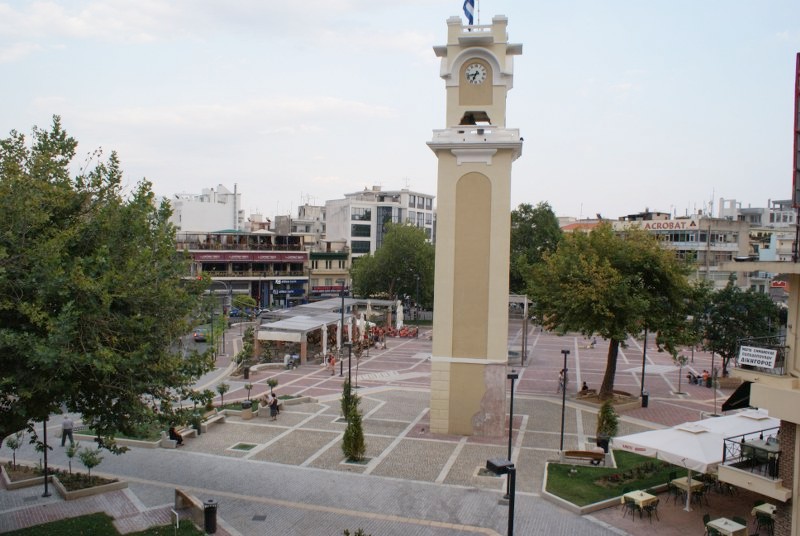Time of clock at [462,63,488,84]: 6:42
